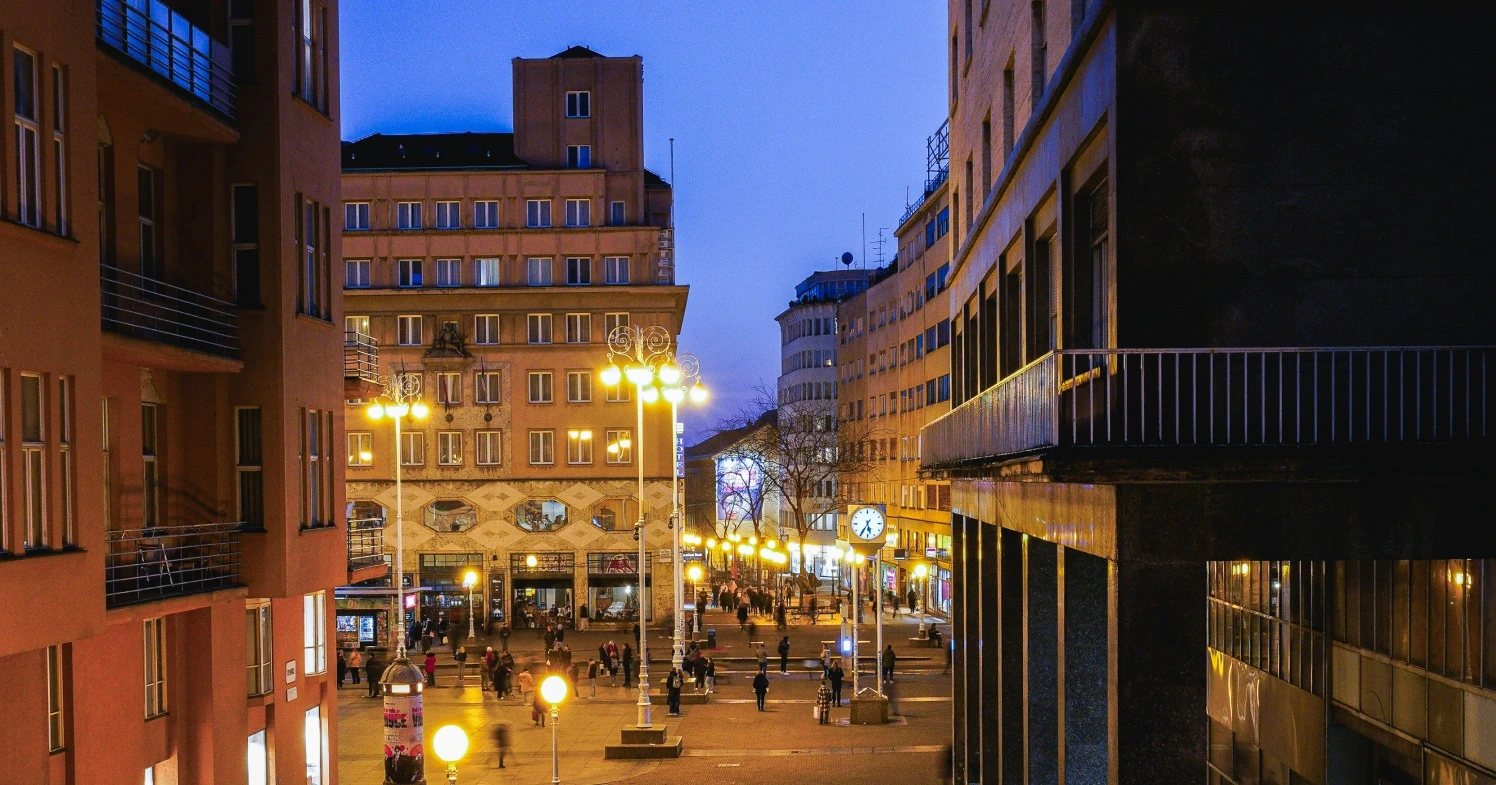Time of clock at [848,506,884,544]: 5:35
